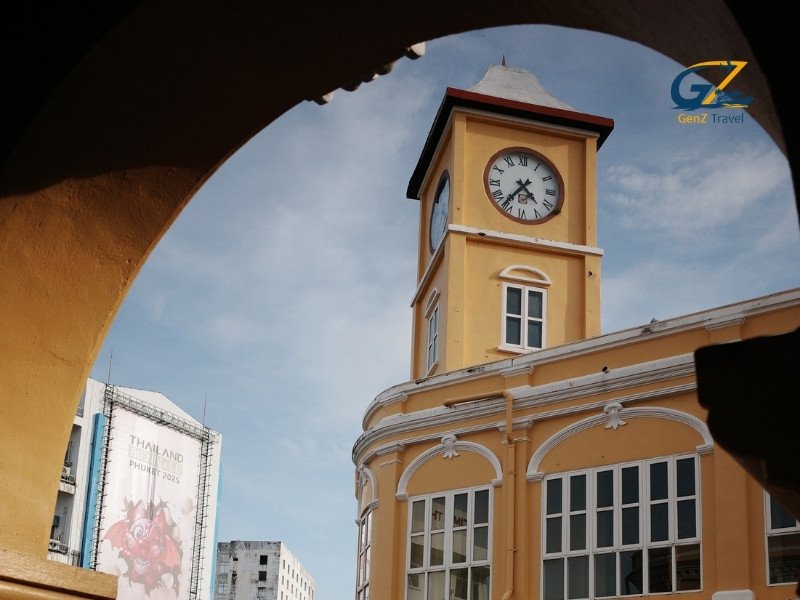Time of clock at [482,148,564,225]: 4:36
